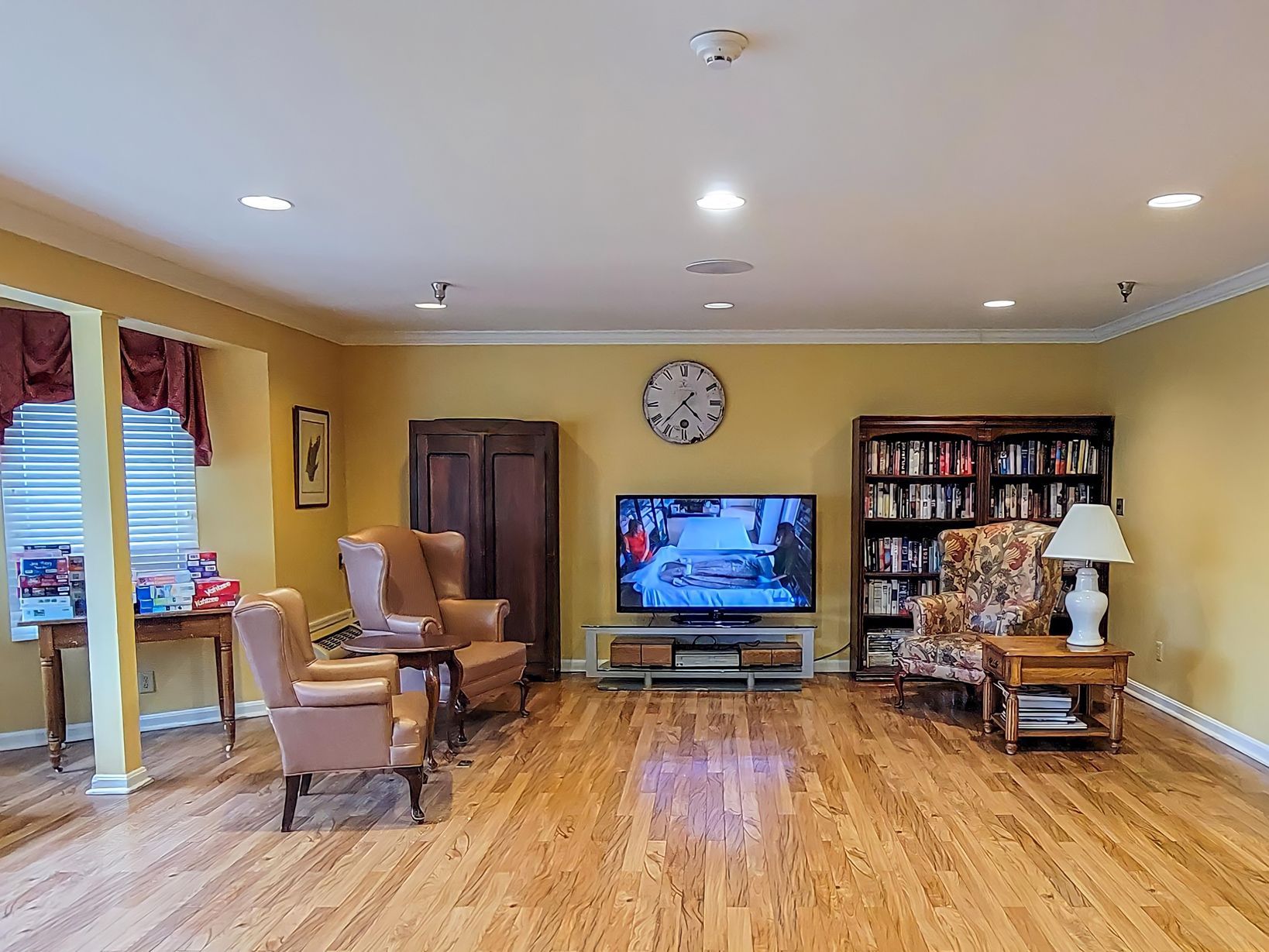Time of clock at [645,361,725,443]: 4:37
